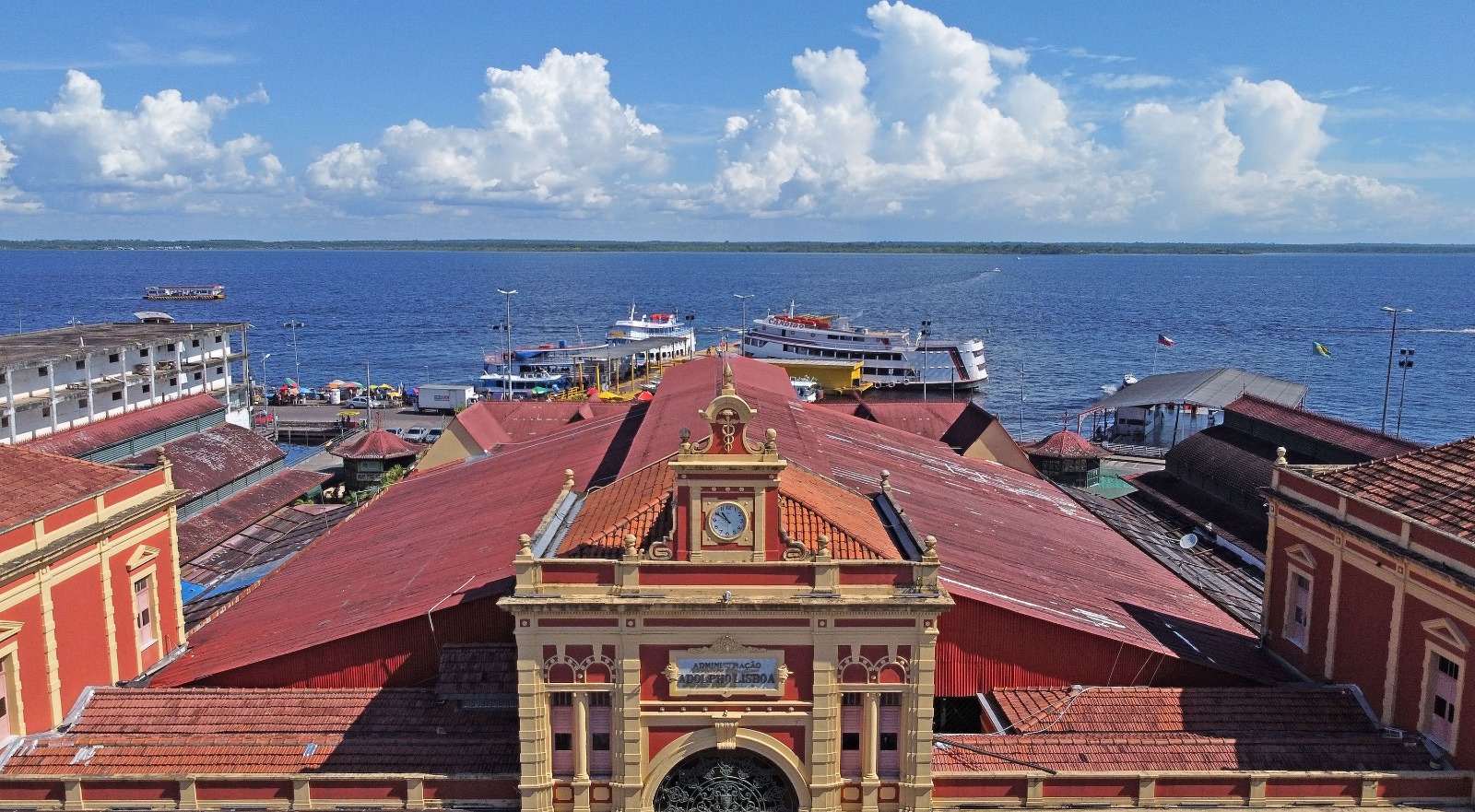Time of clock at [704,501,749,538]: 10:50
